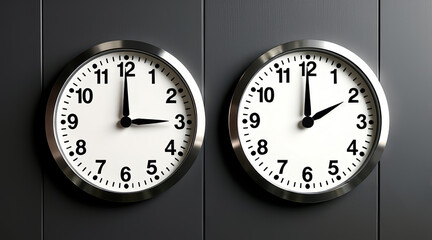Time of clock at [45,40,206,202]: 2:59
